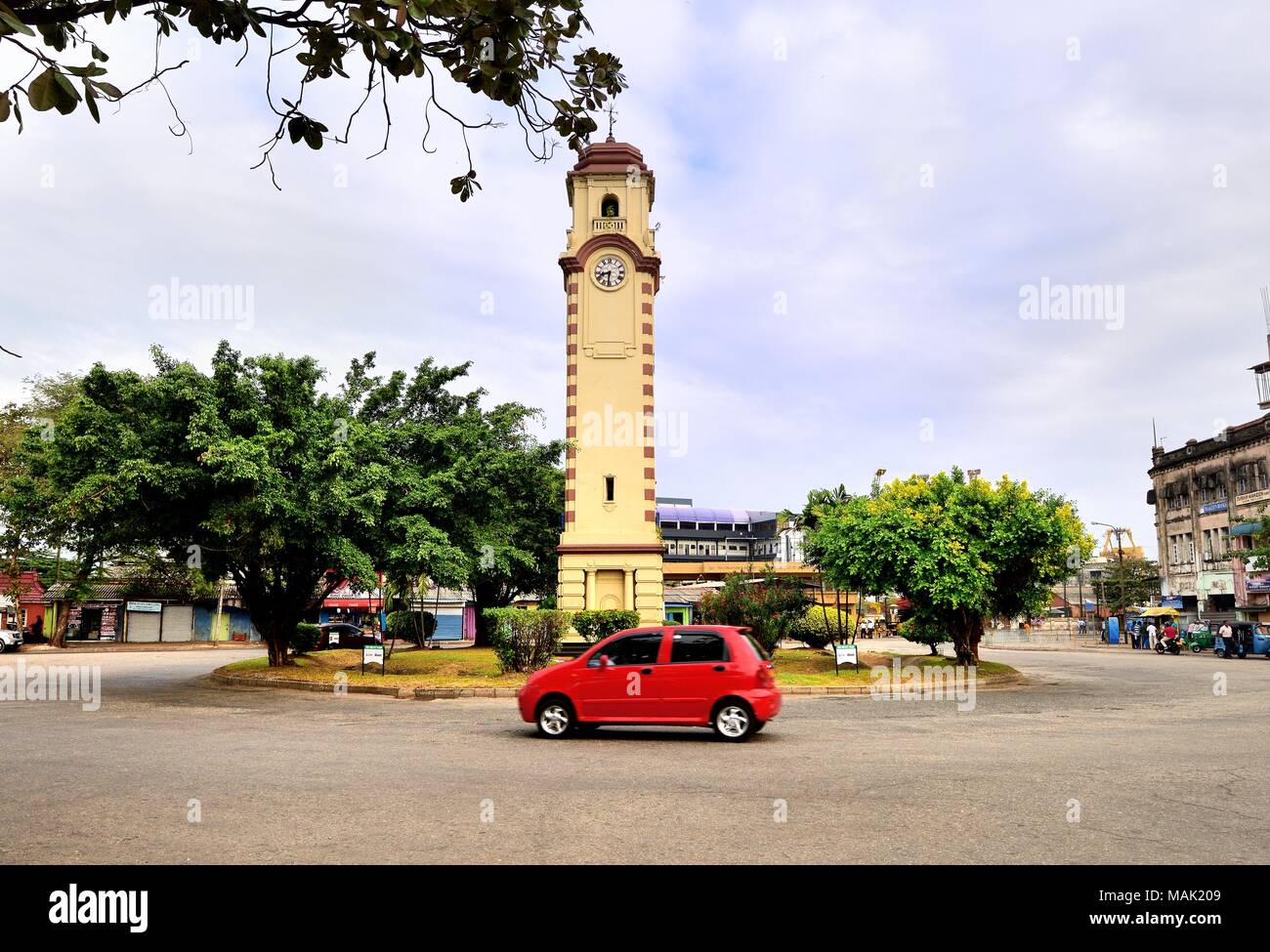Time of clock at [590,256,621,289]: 8:31
